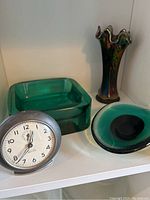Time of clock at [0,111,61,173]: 12:37
